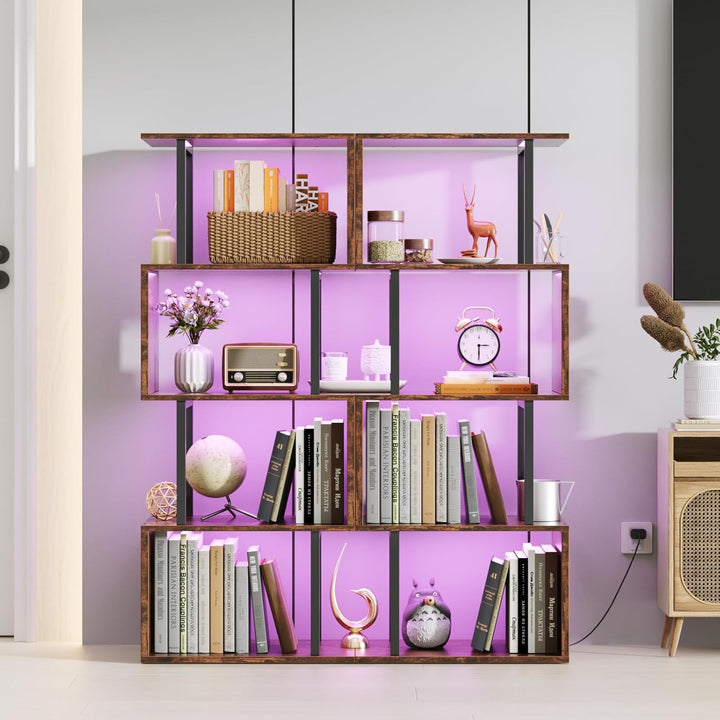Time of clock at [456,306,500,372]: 3:30
